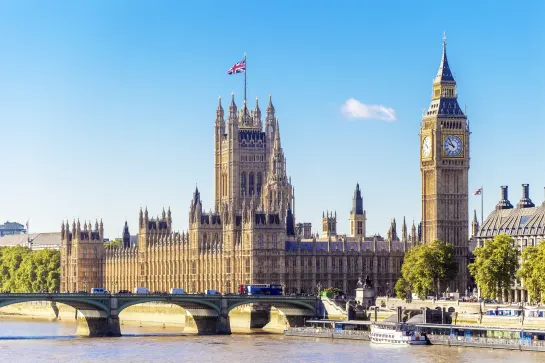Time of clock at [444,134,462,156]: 9:54
